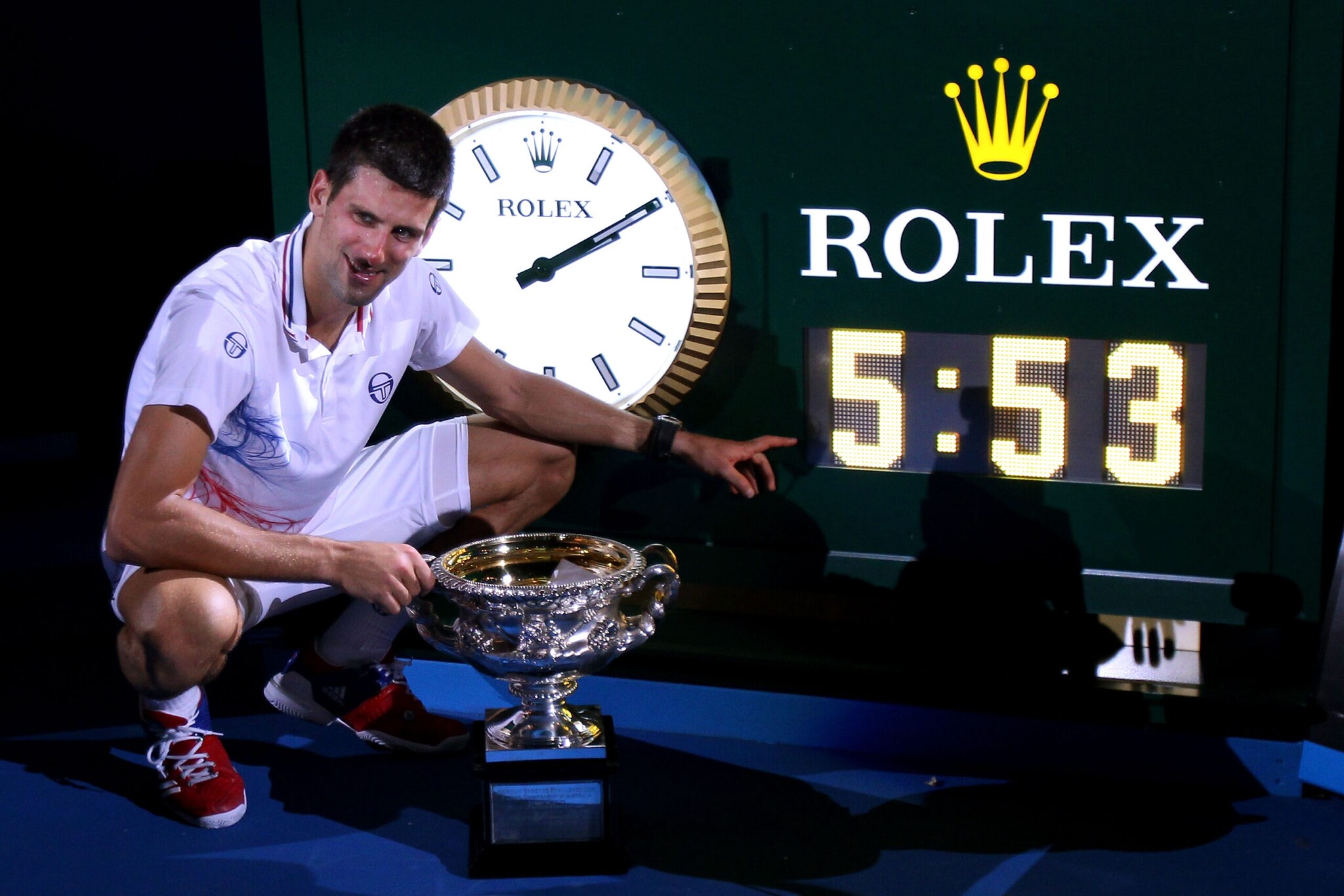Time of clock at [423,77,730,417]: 2:09
